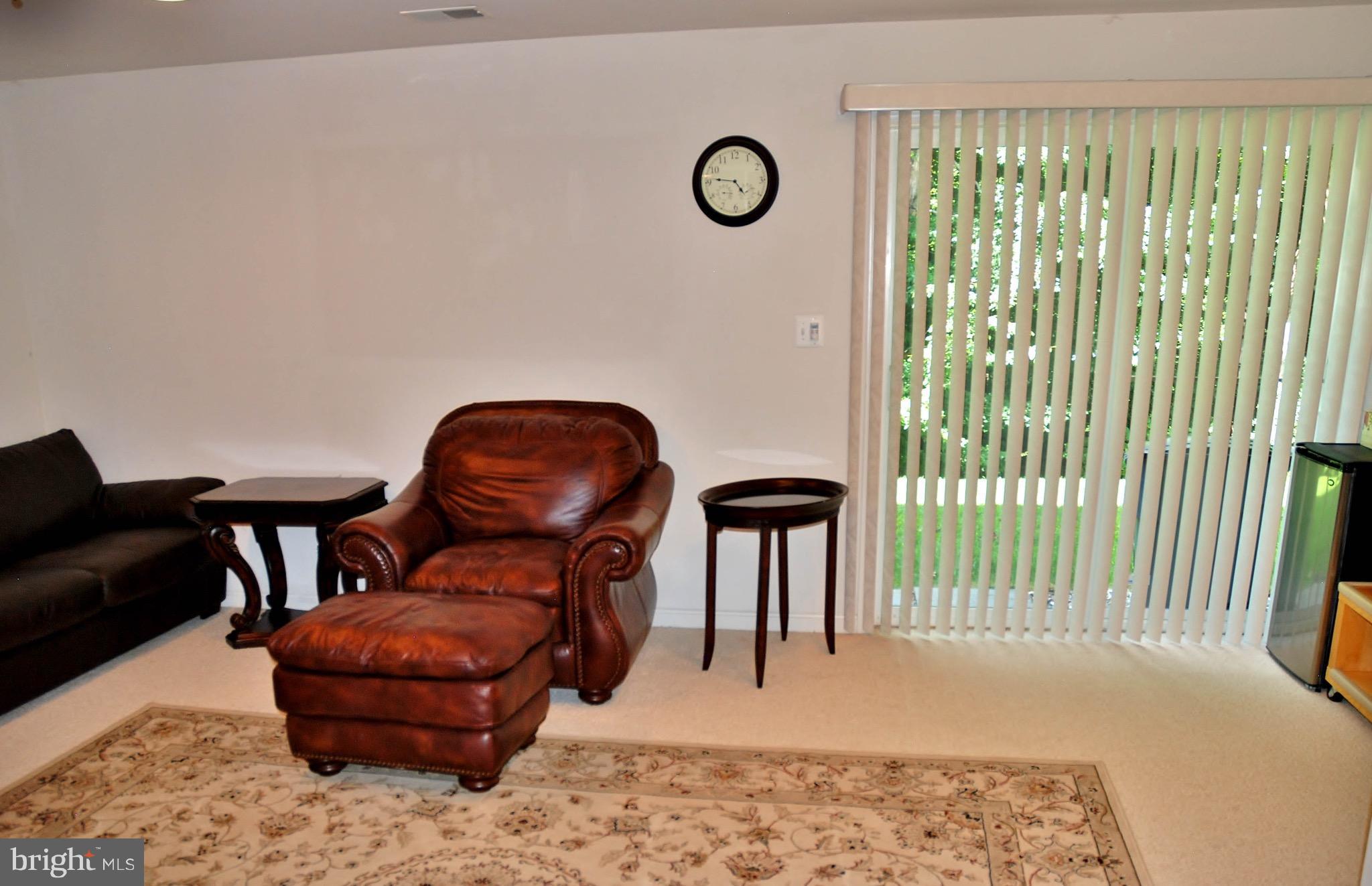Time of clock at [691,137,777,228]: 4:46
